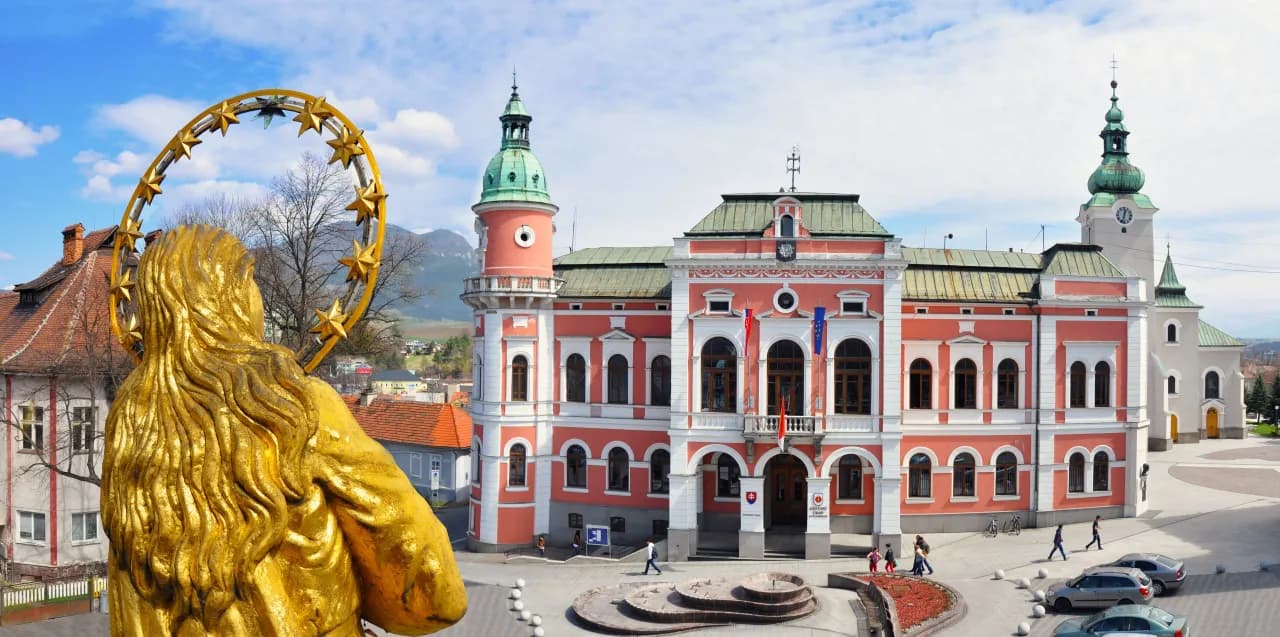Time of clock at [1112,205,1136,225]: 12:32
